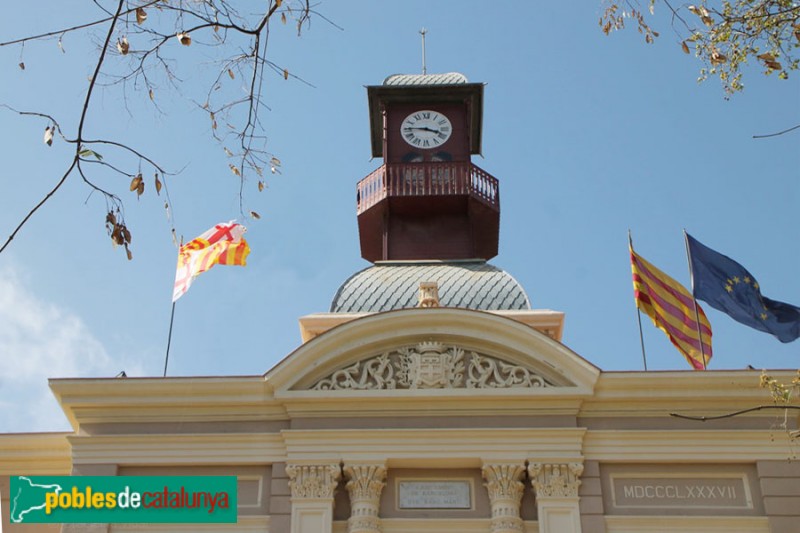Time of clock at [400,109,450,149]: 3:45
